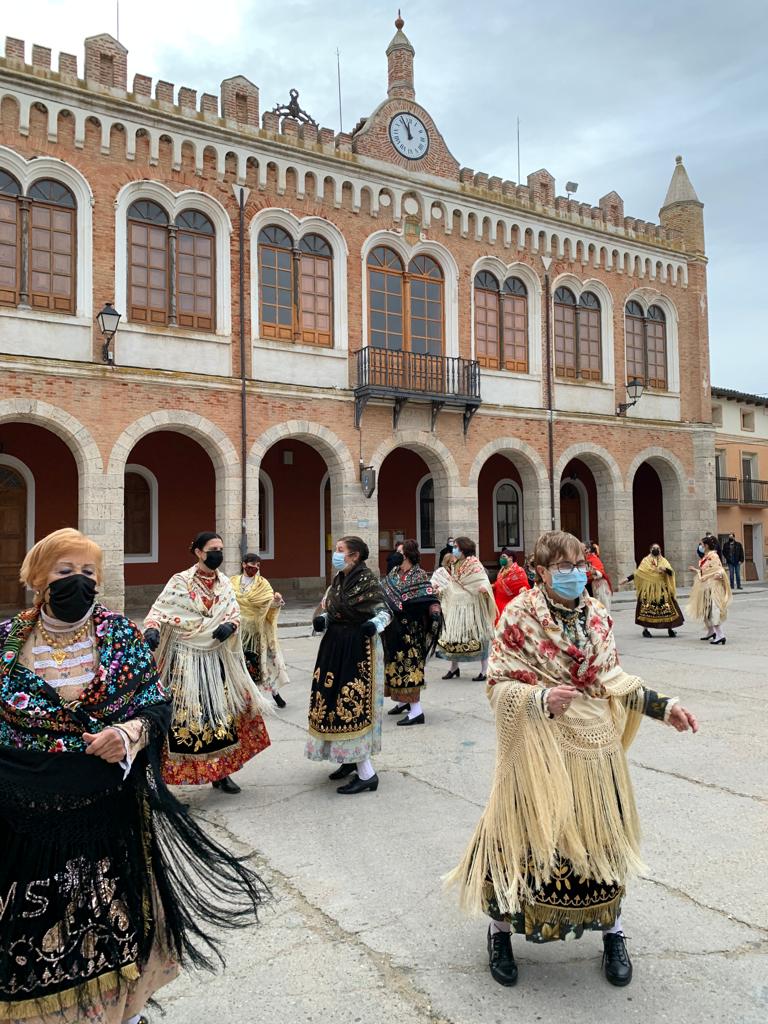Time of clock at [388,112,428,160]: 11:55
